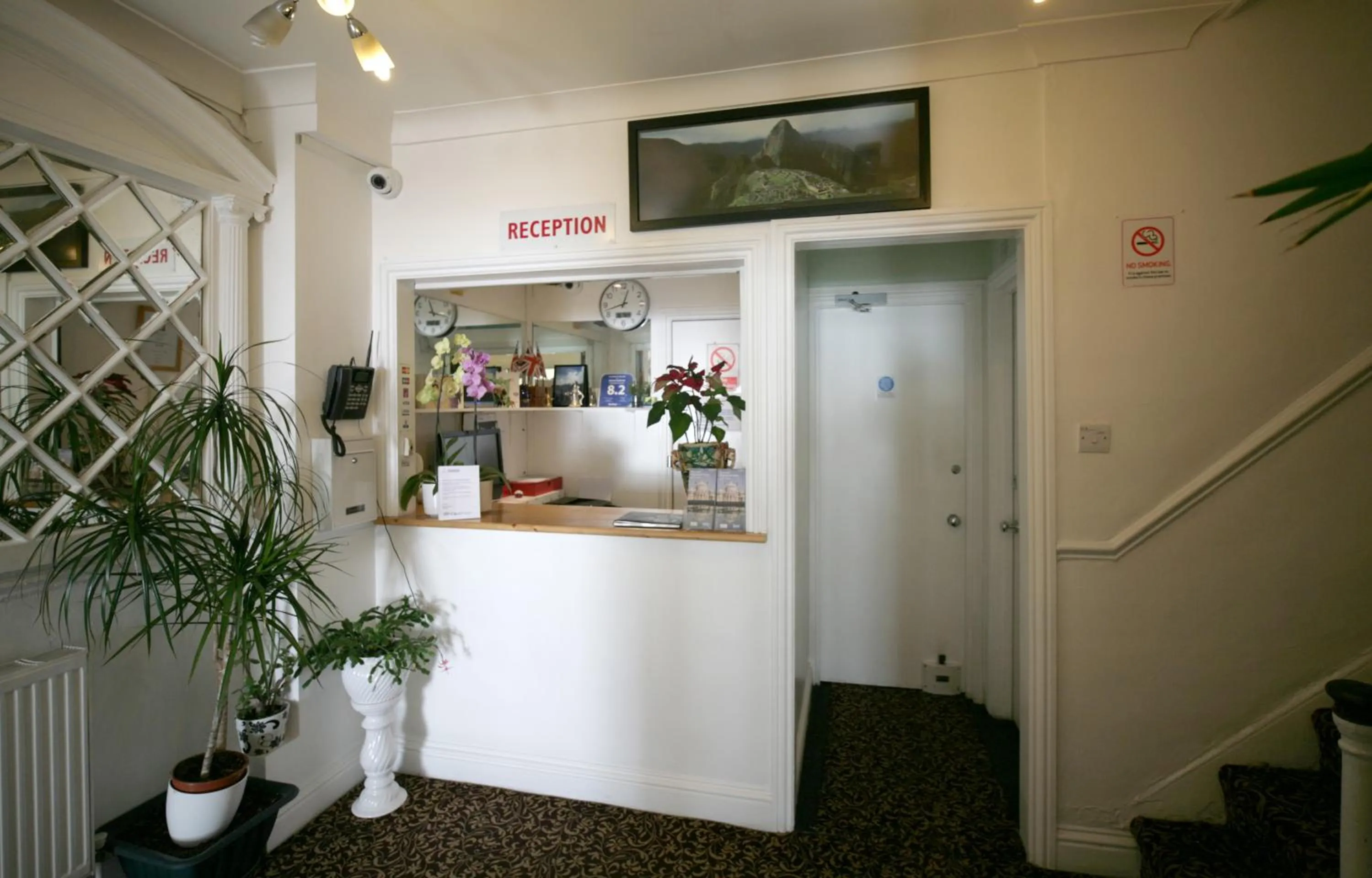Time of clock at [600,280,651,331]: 12:42
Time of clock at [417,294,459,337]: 11:17
